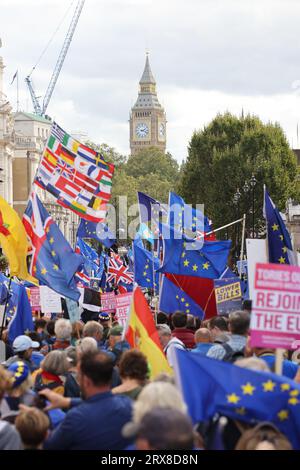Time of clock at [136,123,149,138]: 2:18
